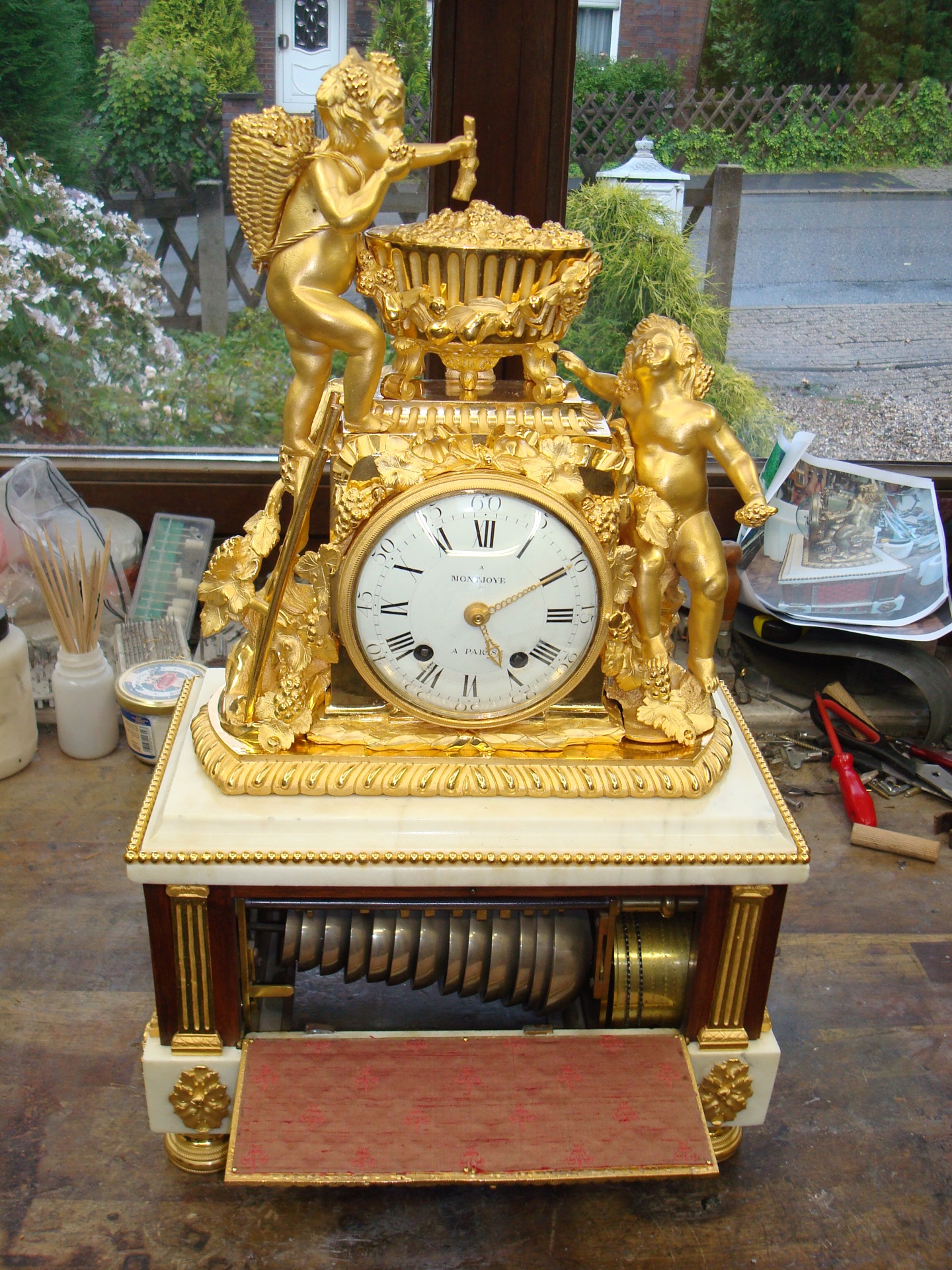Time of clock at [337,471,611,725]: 5:10
